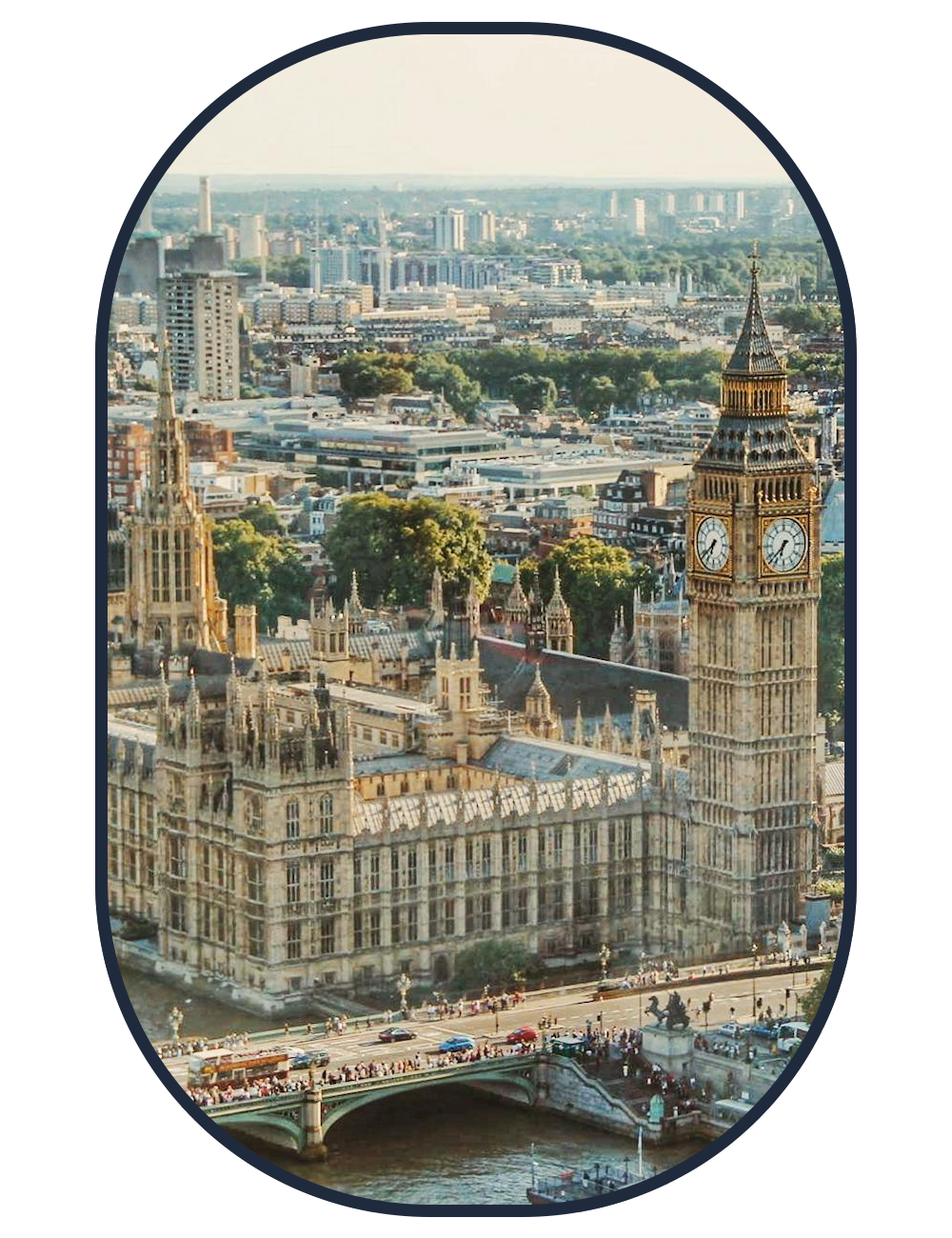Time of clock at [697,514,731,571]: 6:38
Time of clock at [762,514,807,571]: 6:37
